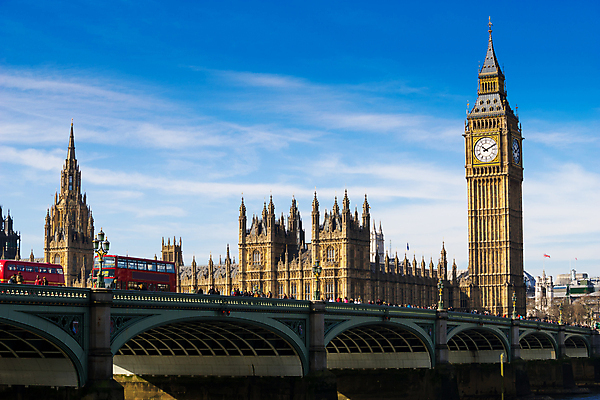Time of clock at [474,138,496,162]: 10:10
